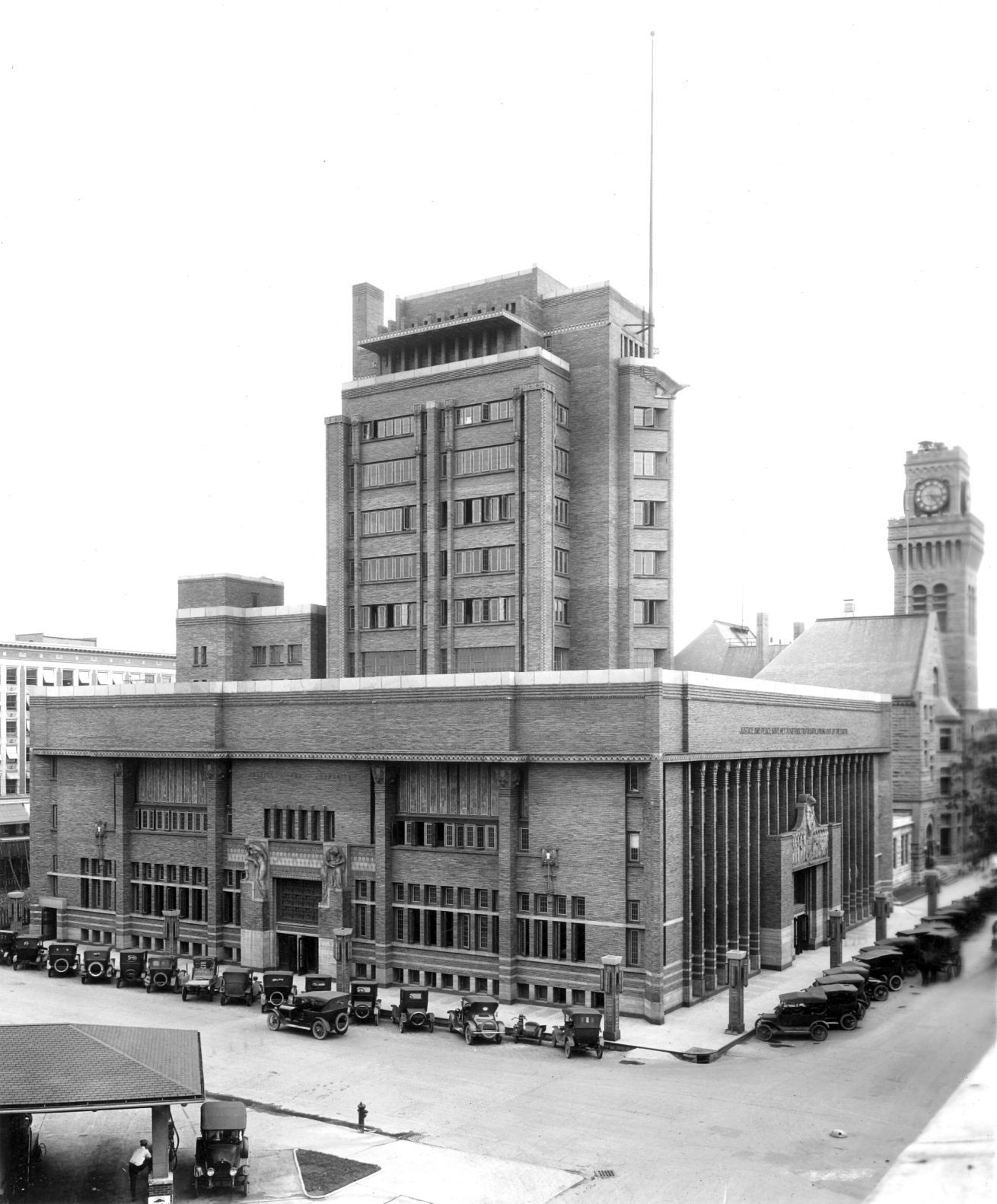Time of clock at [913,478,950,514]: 3:23
